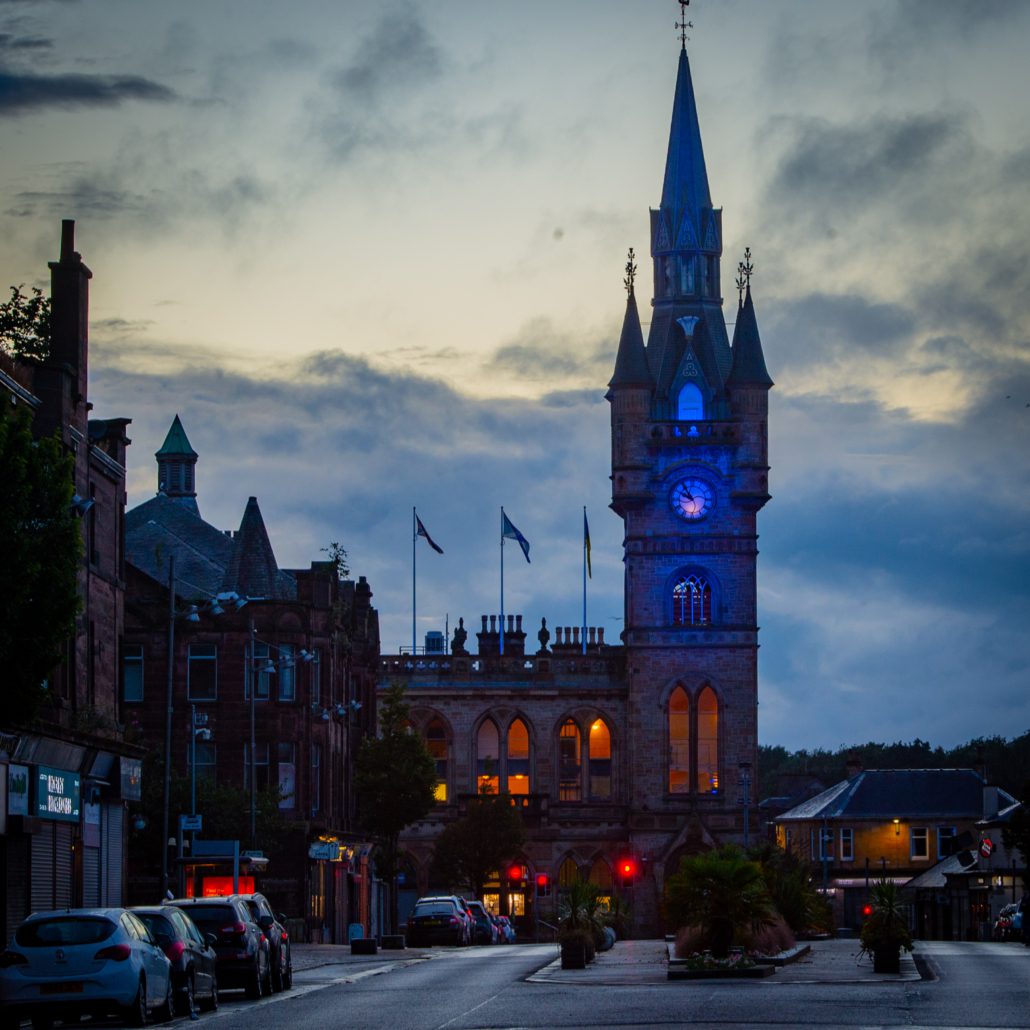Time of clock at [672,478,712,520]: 9:54
